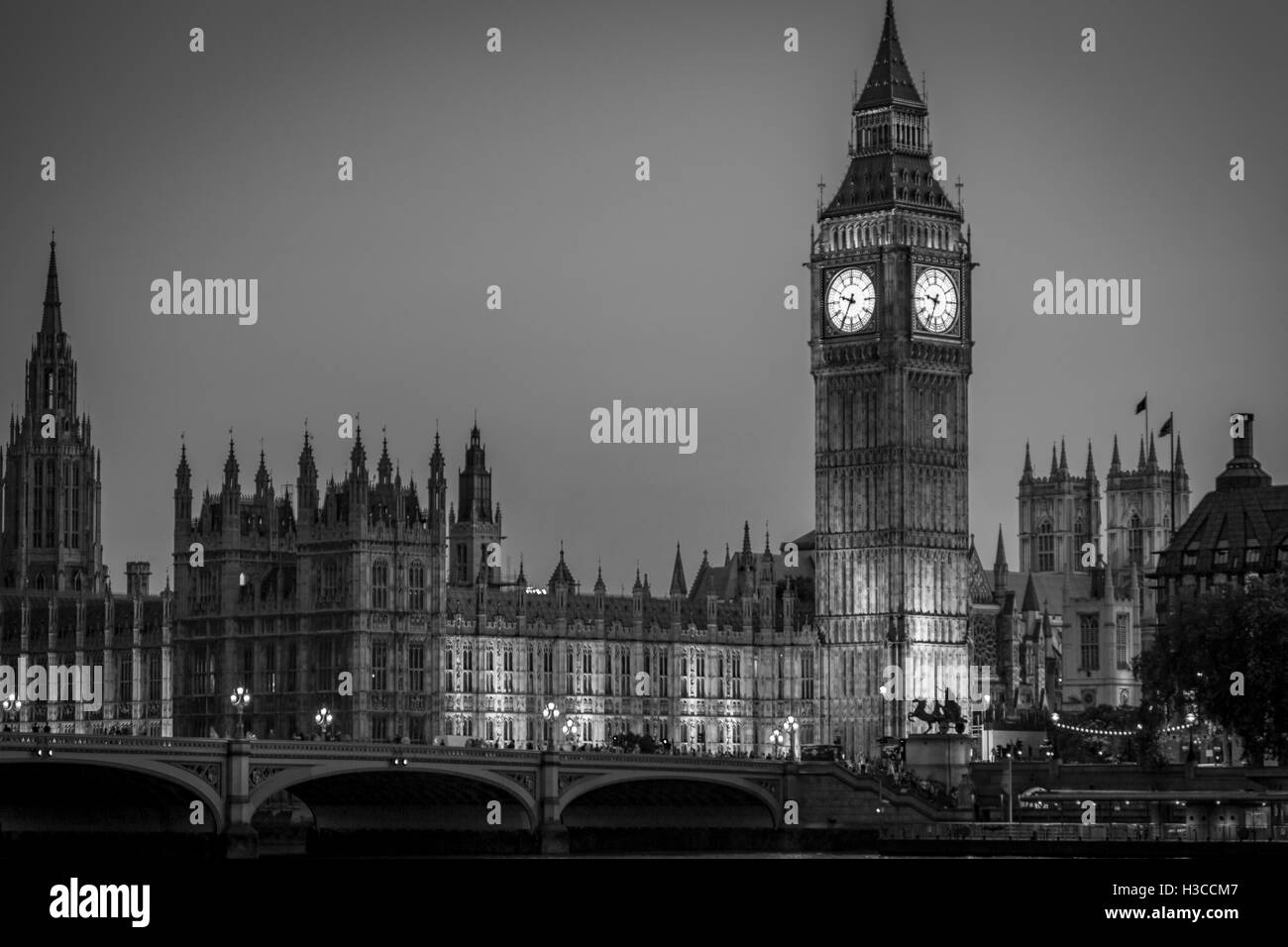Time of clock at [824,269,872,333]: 9:34
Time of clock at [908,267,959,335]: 9:33
